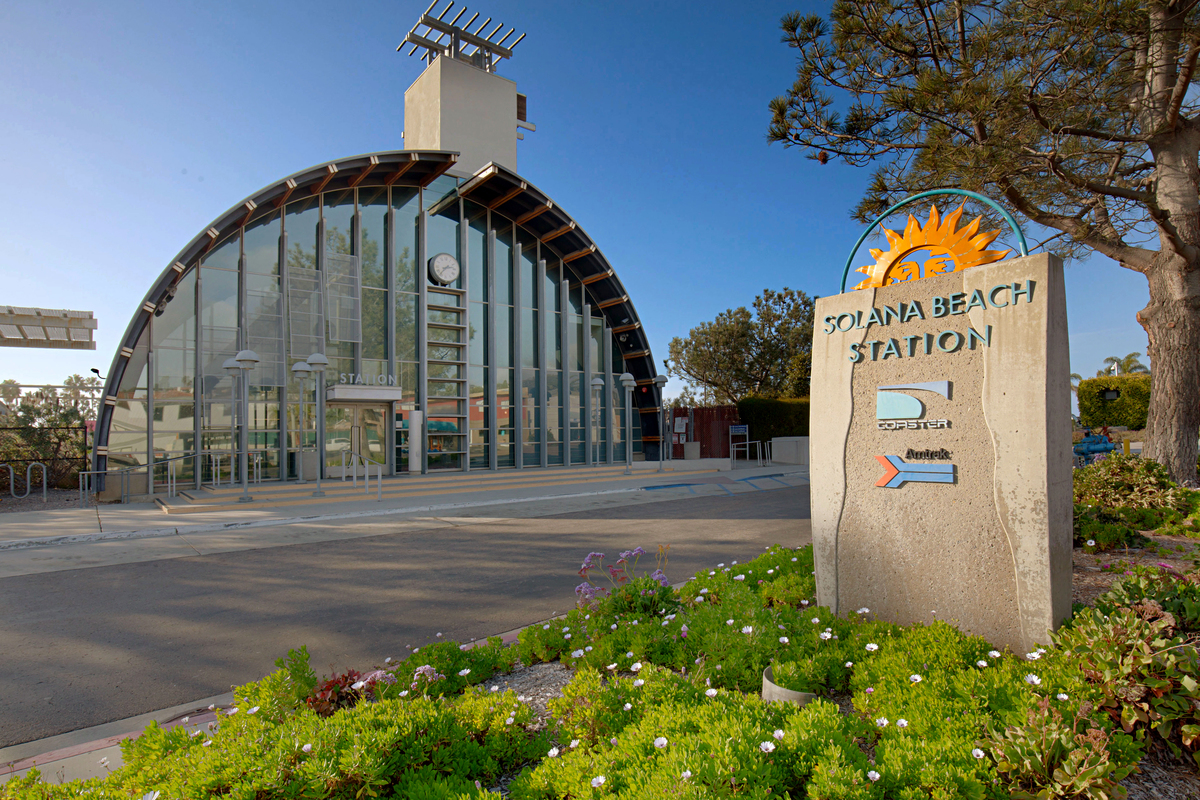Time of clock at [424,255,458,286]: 2:36
